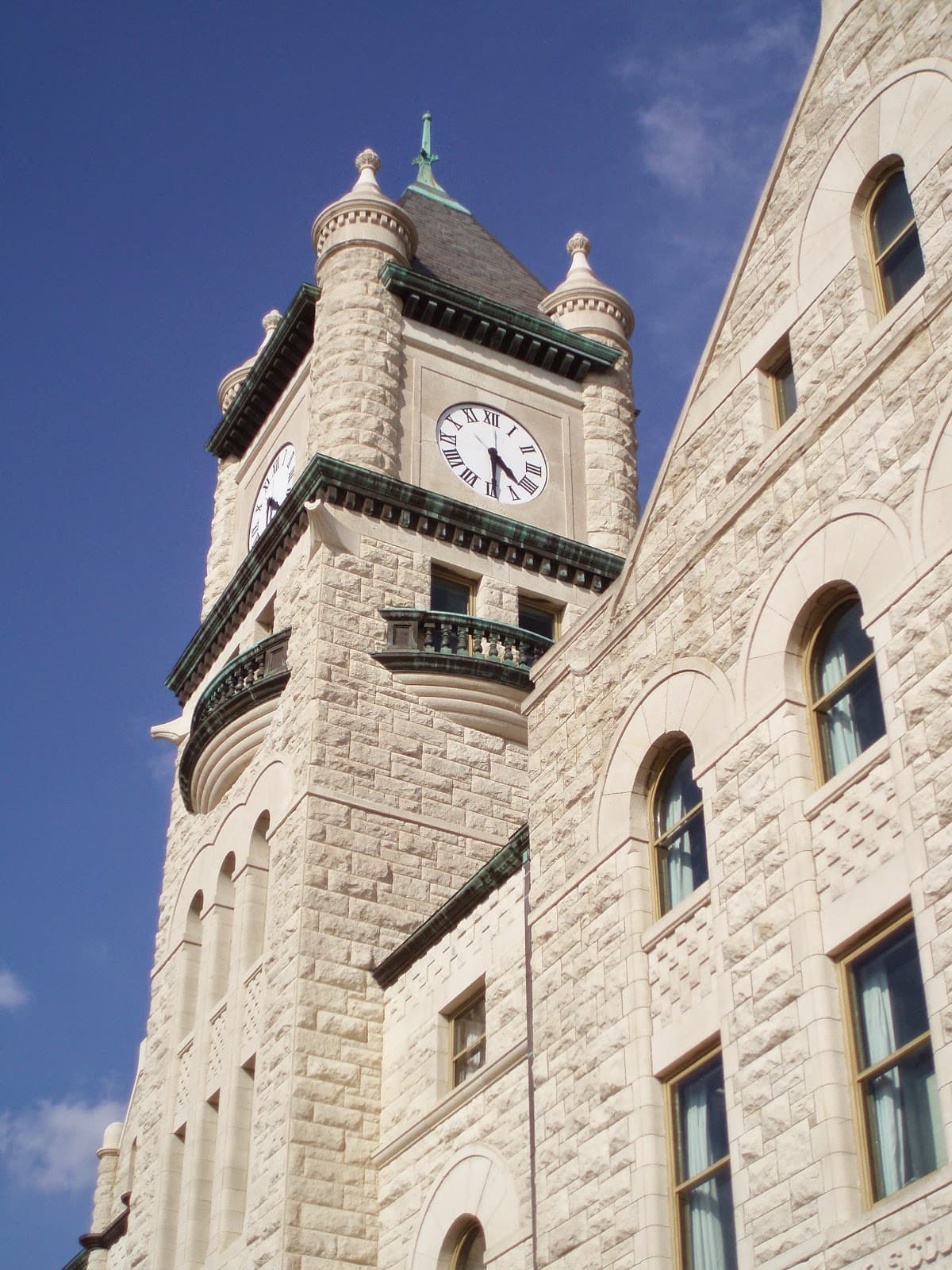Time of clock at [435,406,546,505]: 4:29
